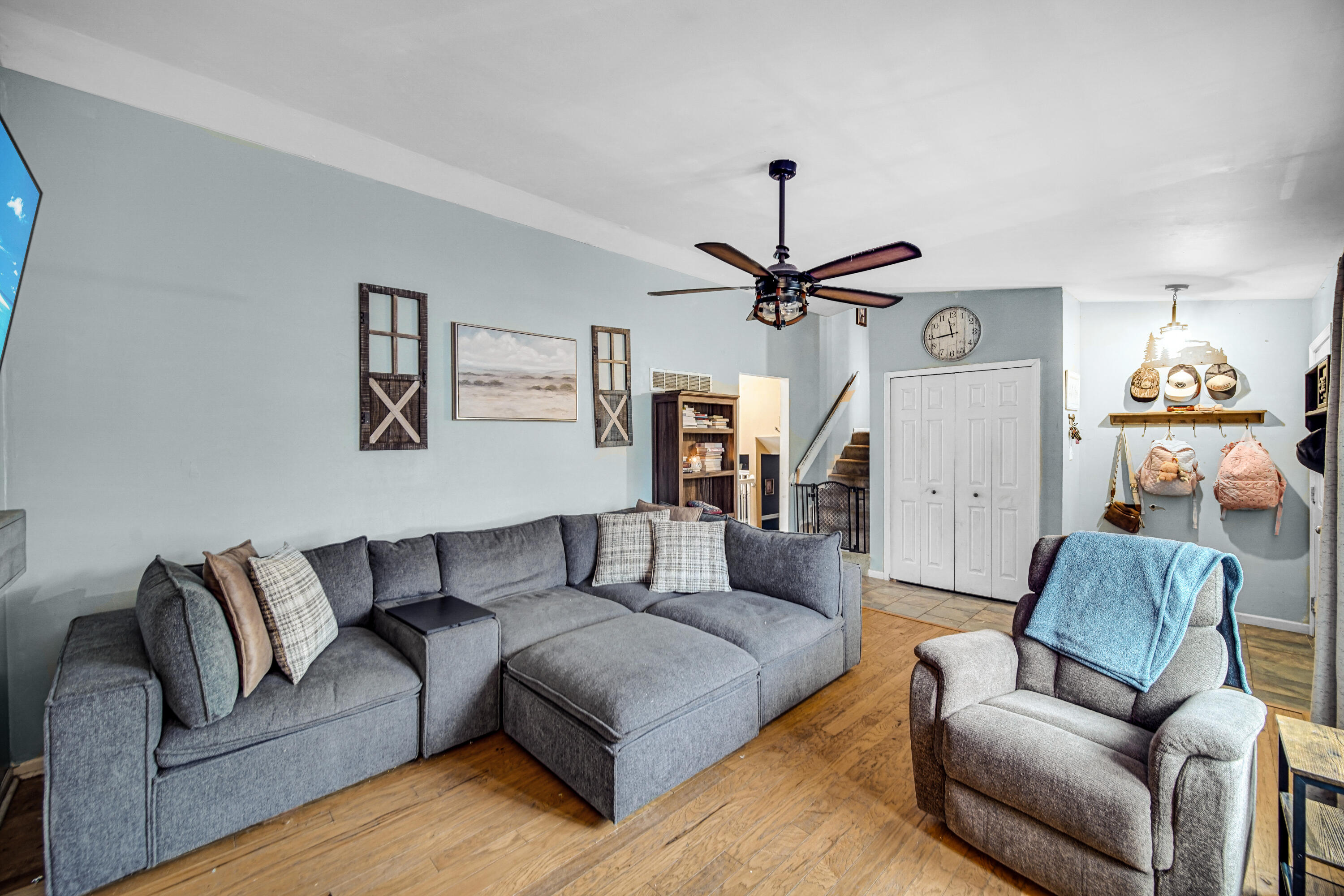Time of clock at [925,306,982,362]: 11:43
